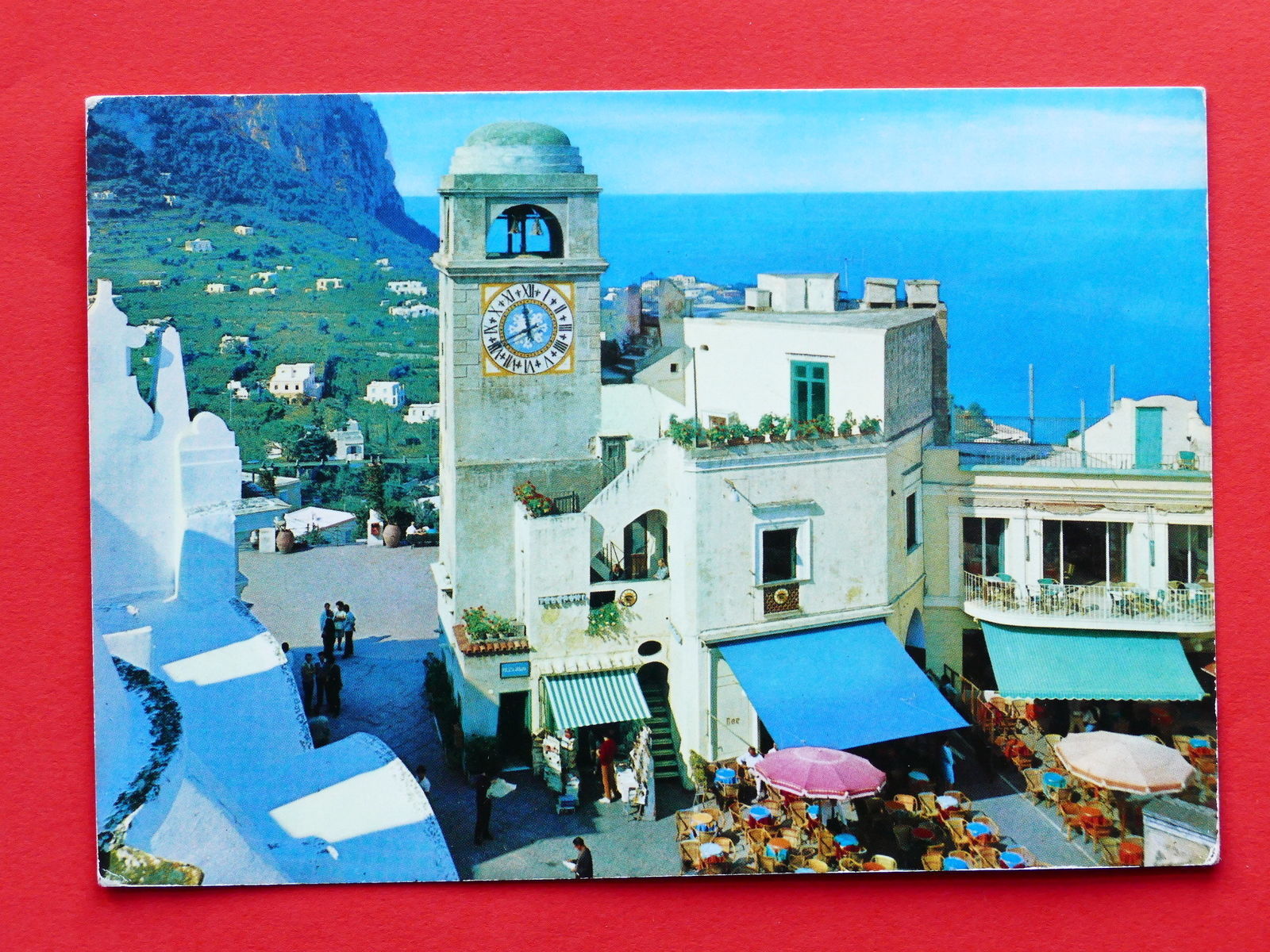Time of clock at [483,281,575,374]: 11:40
